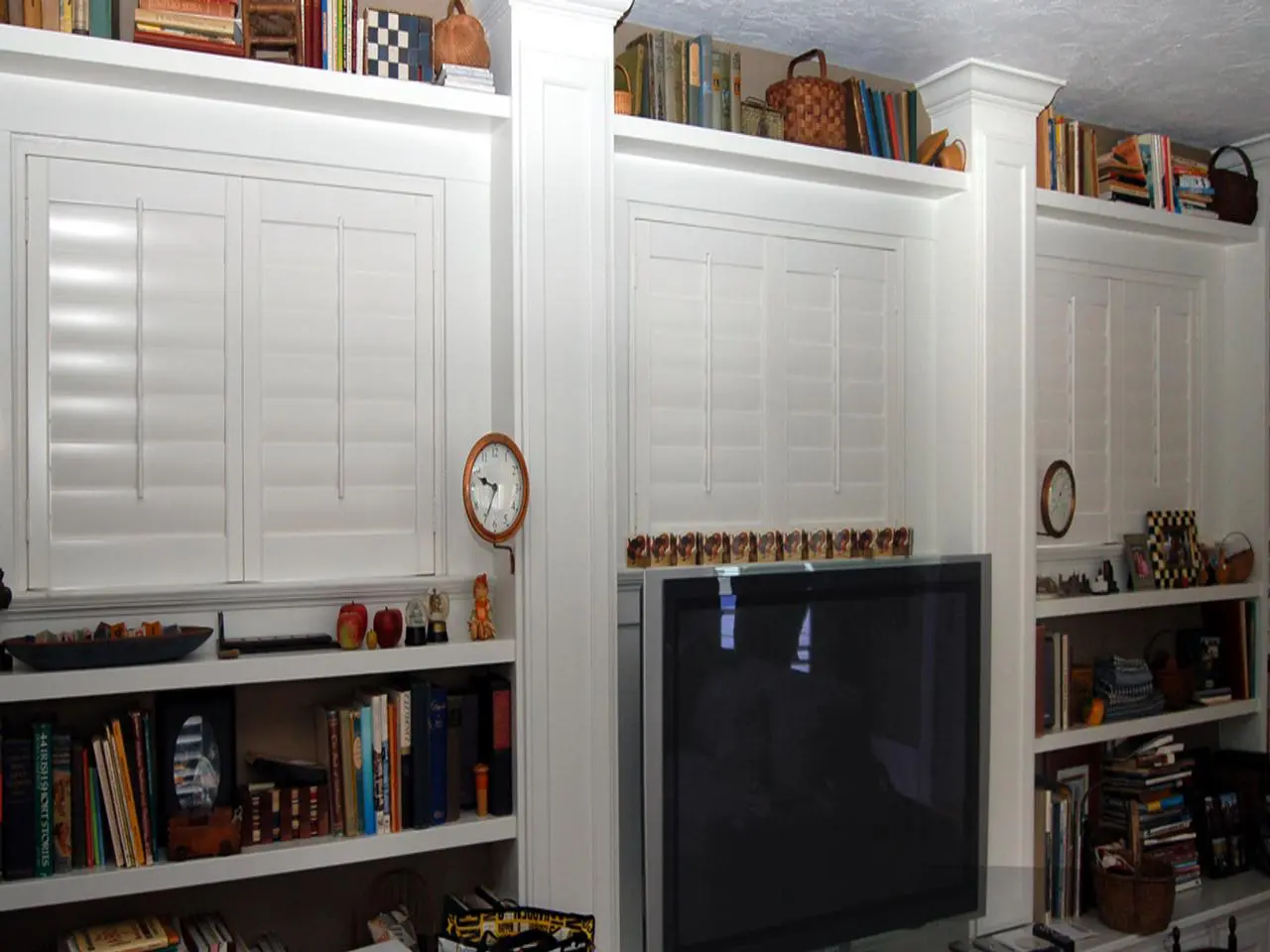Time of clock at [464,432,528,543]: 9:34
